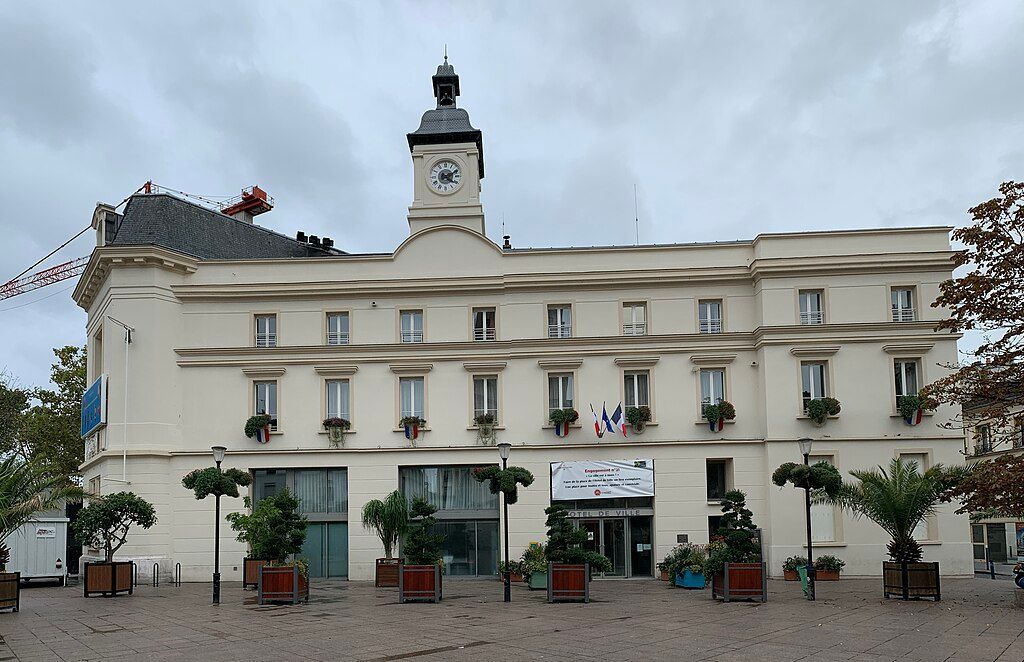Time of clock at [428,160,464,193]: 4:11
